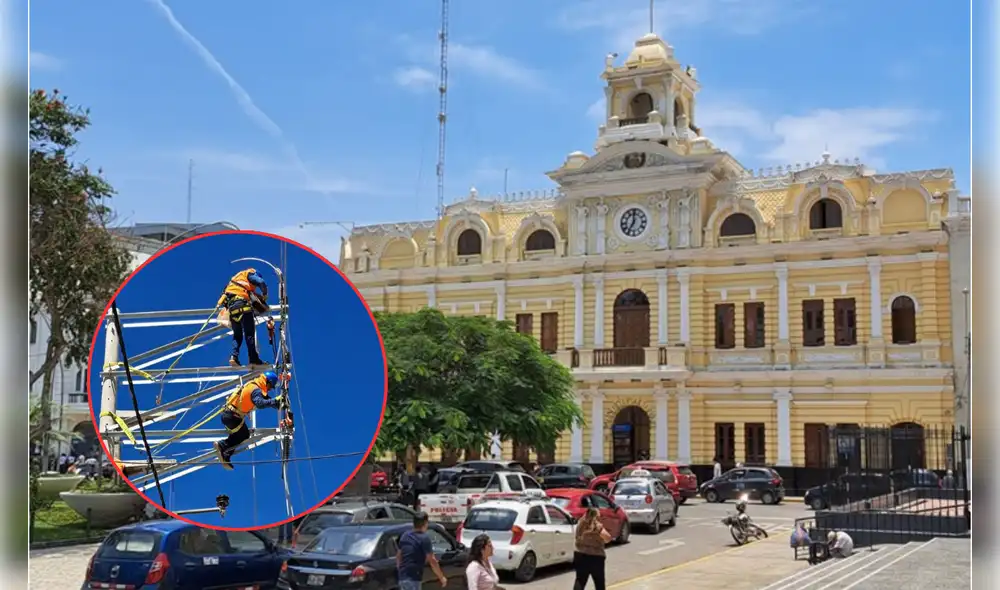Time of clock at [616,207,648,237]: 6:59
